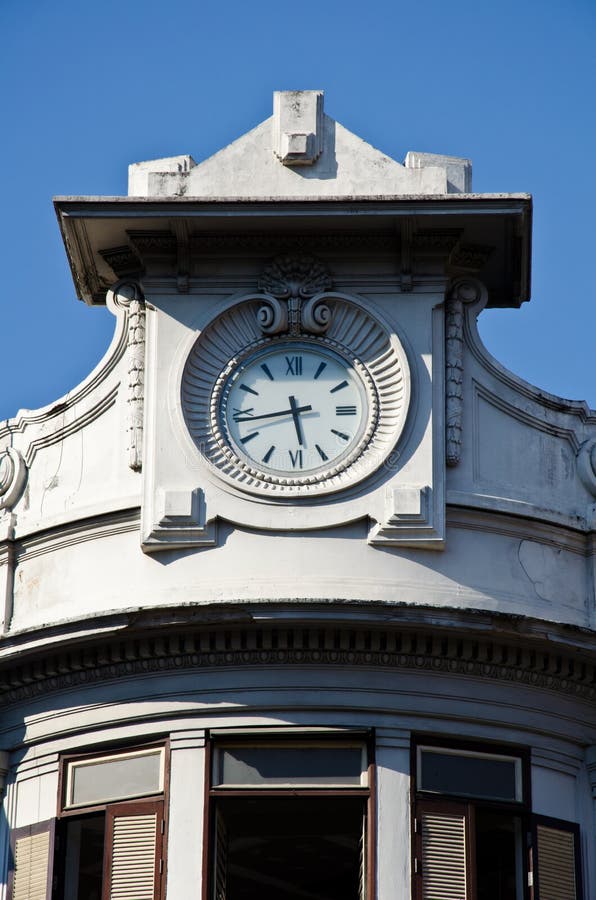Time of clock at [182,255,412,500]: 5:43
